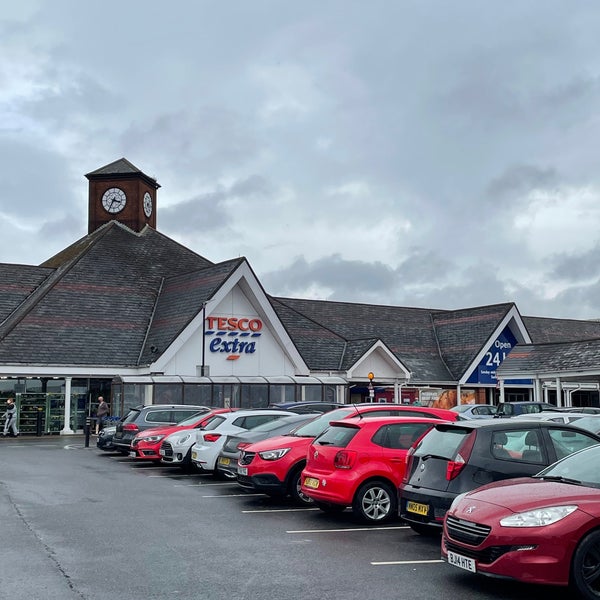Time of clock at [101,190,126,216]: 3:34
